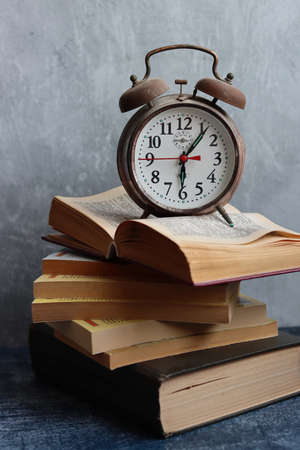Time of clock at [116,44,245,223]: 6:06
